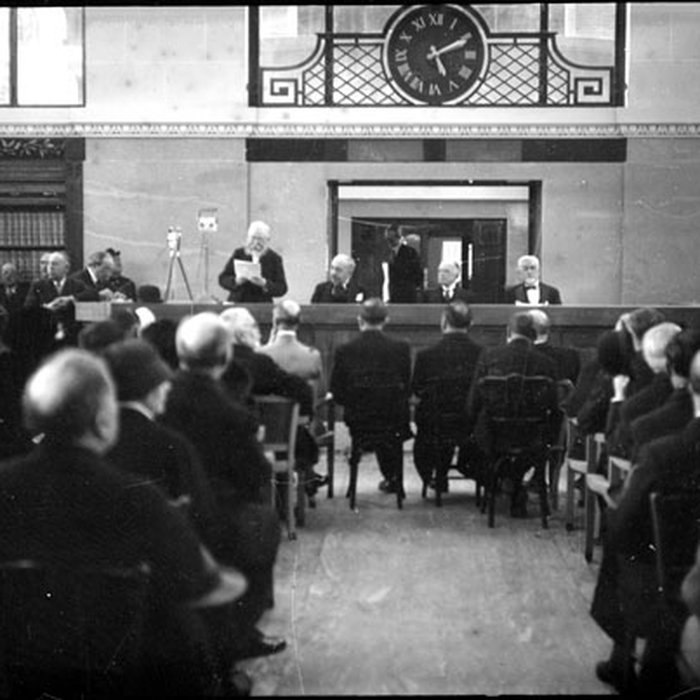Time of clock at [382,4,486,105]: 5:10
